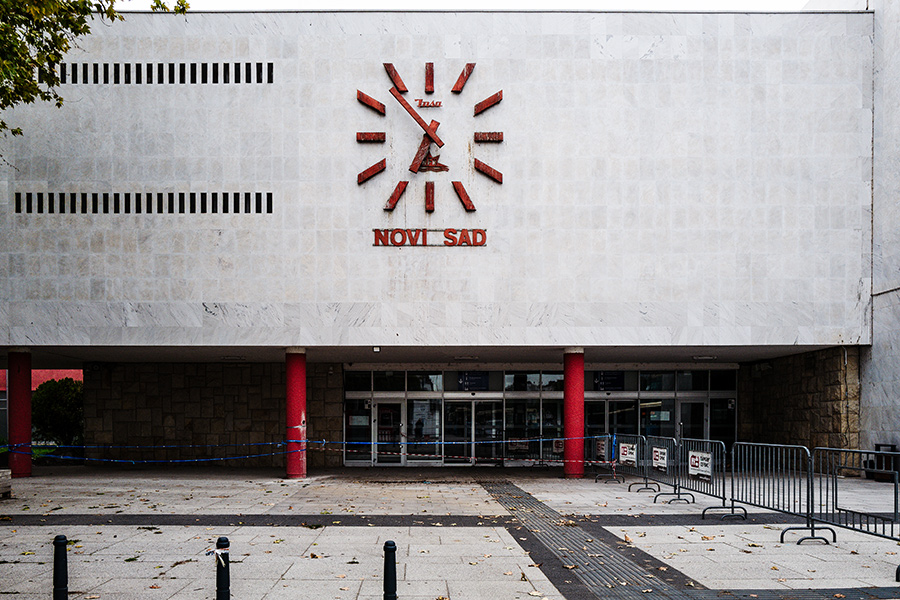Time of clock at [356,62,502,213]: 6:53
